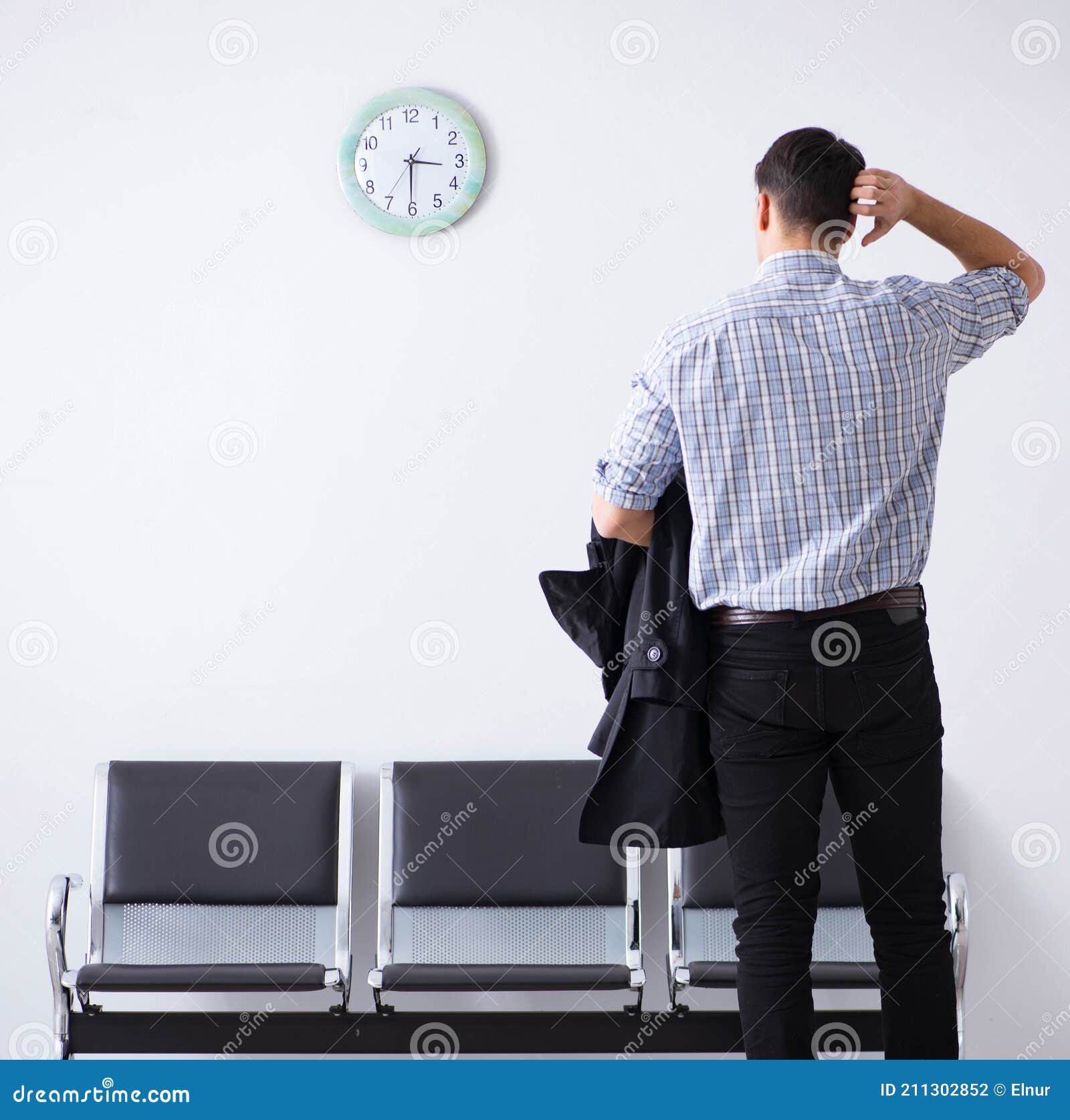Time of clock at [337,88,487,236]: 3:30
